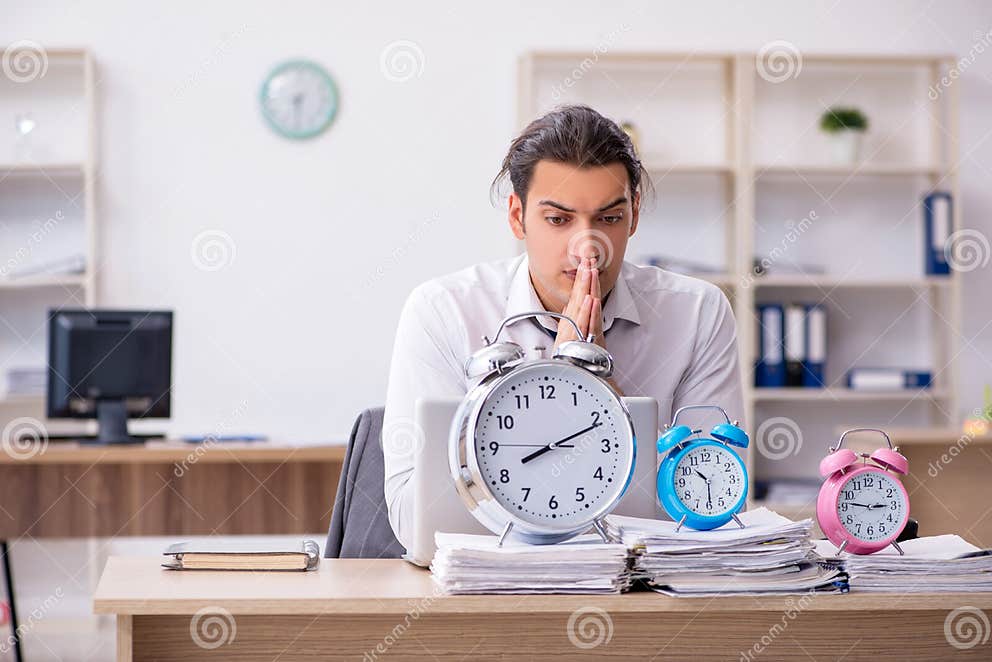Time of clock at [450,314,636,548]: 8:11
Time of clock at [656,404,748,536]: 10:29
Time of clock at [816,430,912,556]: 2:46
